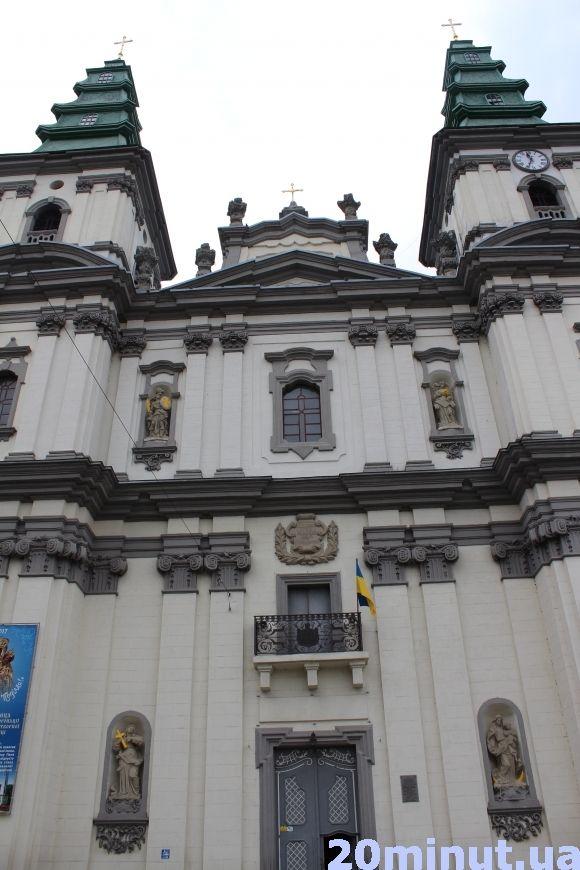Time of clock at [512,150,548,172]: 11:33
